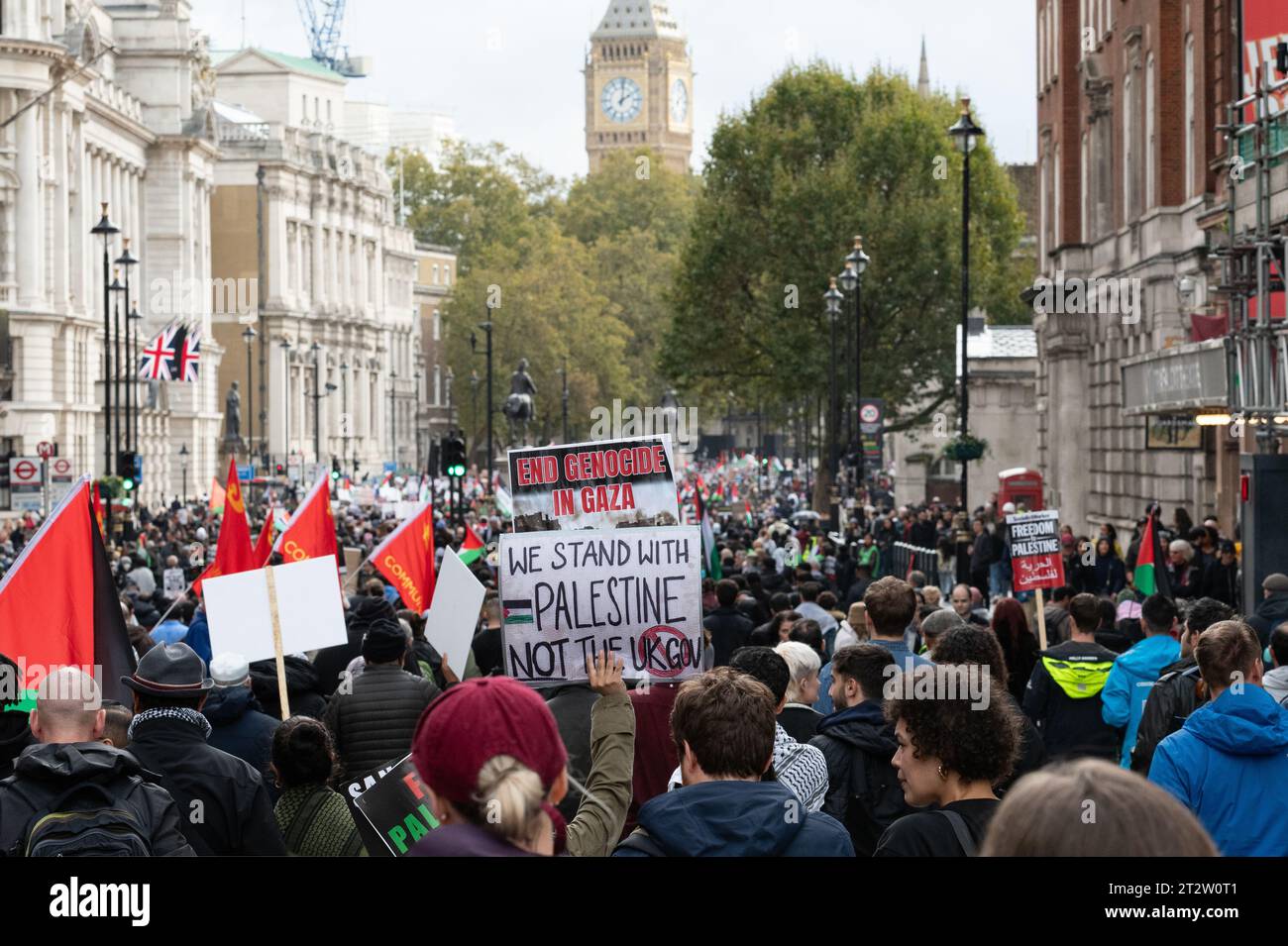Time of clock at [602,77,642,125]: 2:01
